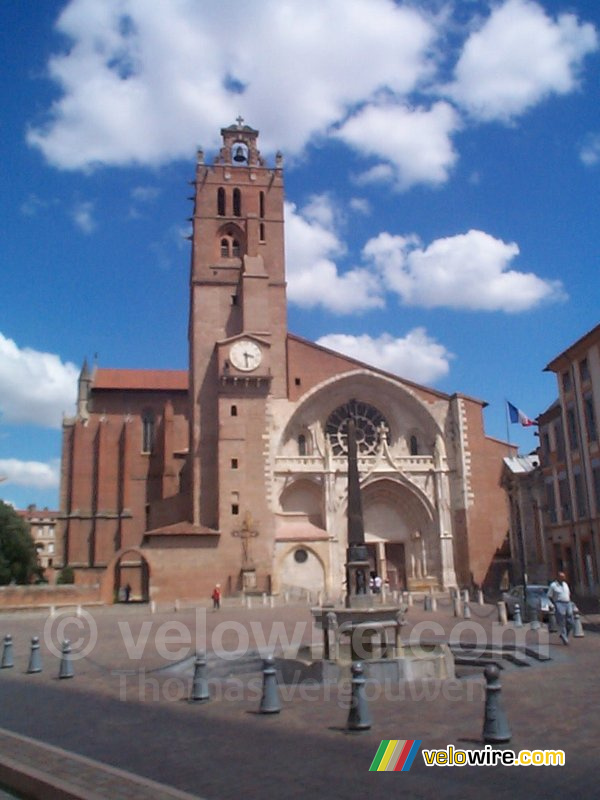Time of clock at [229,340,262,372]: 3:29
